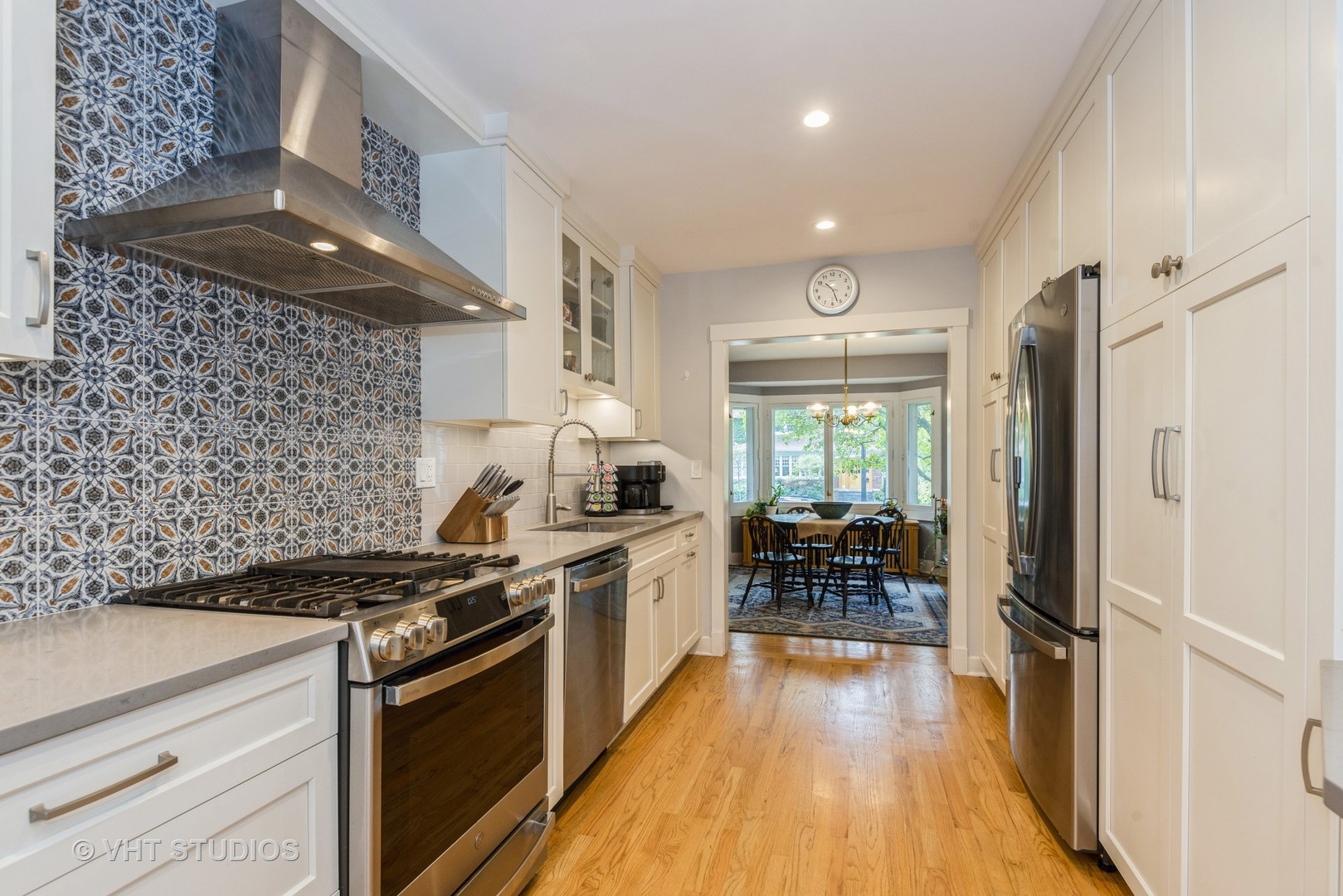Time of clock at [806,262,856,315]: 10:26
